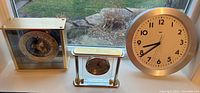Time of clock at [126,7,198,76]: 8:38
